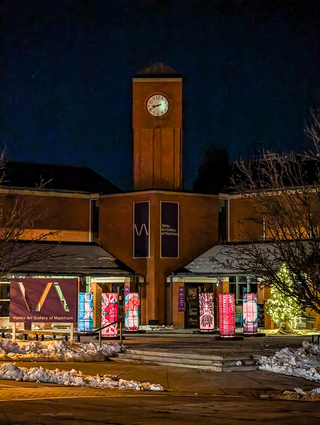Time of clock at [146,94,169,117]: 8:40
